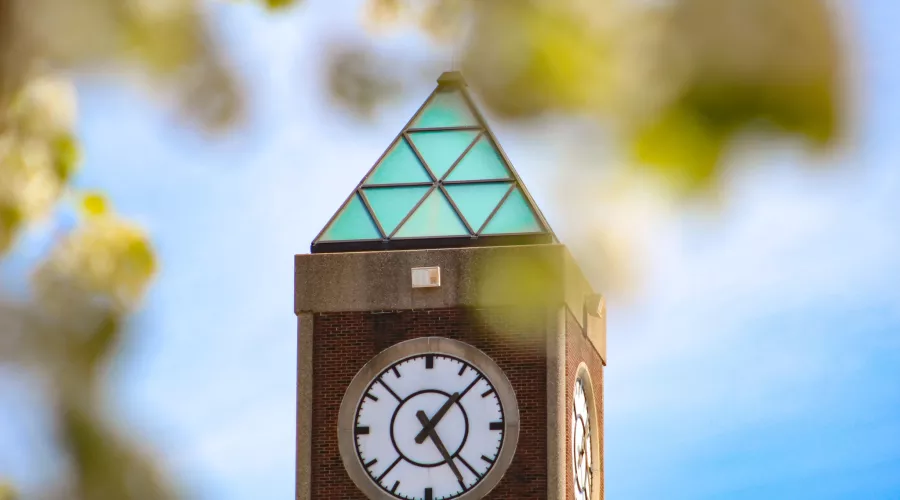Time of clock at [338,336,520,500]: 1:24
